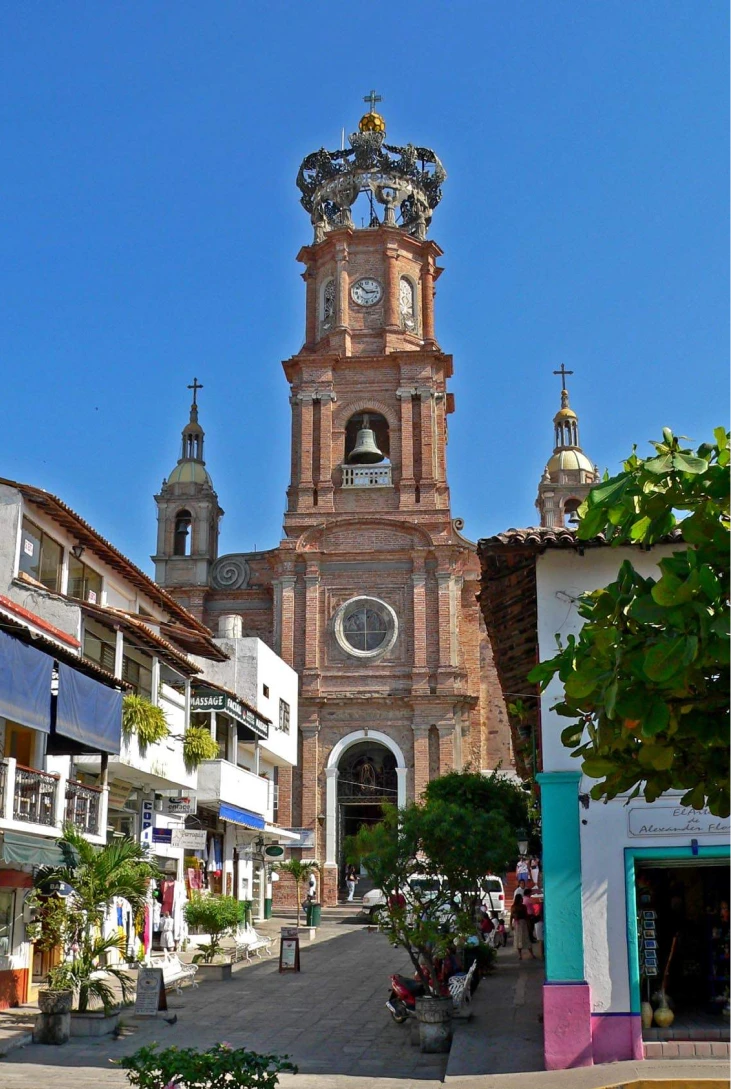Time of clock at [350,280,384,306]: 2:53
